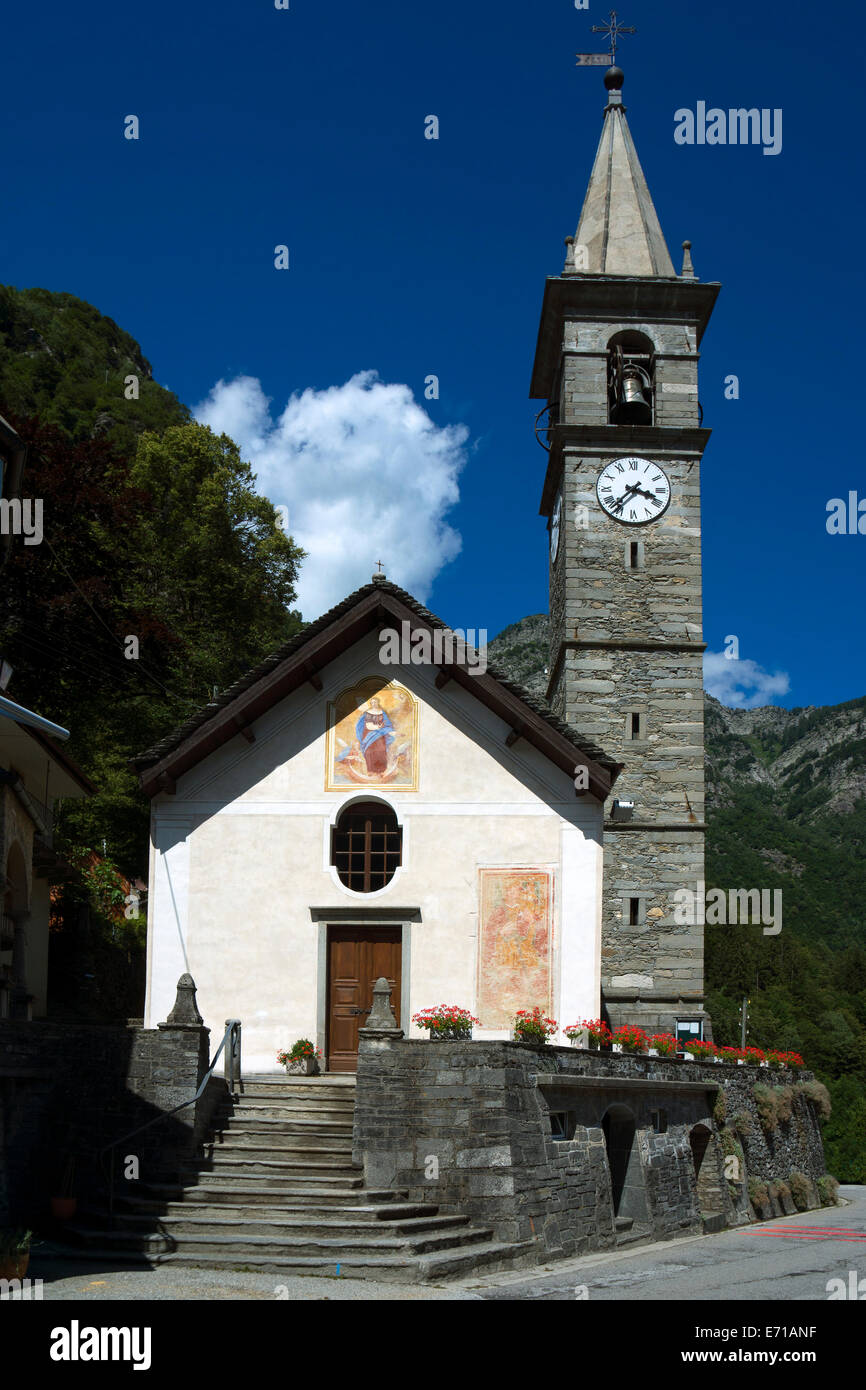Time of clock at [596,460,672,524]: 3:37
